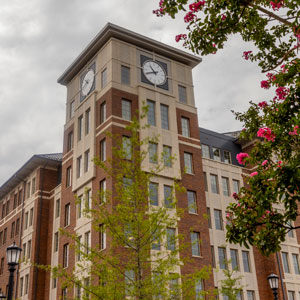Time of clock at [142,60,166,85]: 10:41
